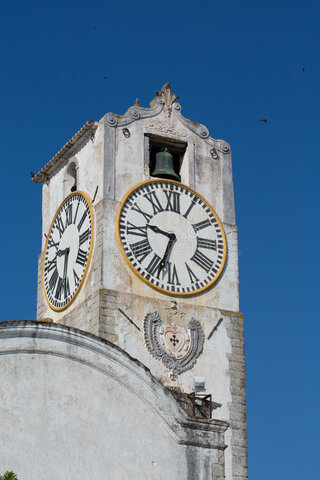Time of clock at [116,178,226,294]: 9:33
